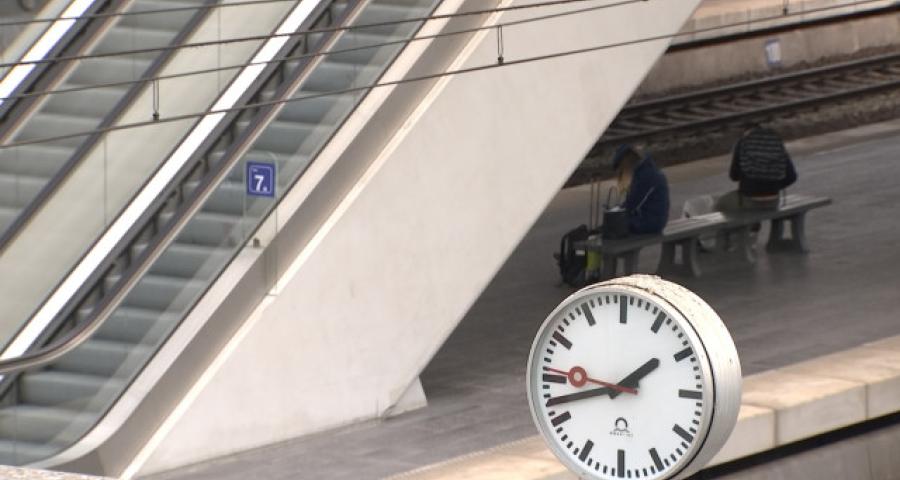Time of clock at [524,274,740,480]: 1:42
